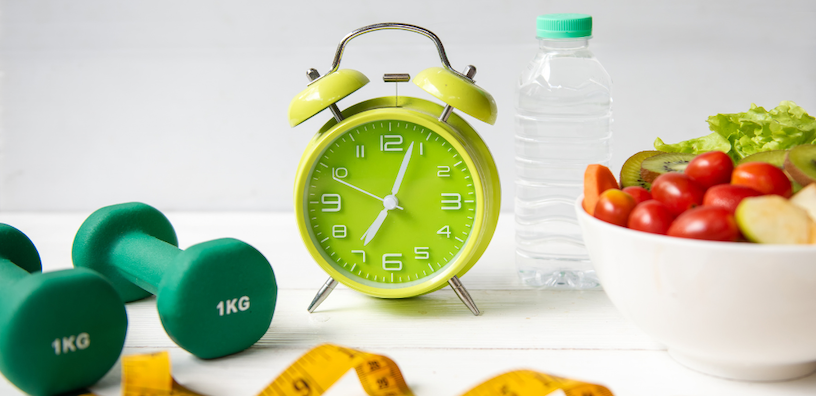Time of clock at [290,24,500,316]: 7:03
